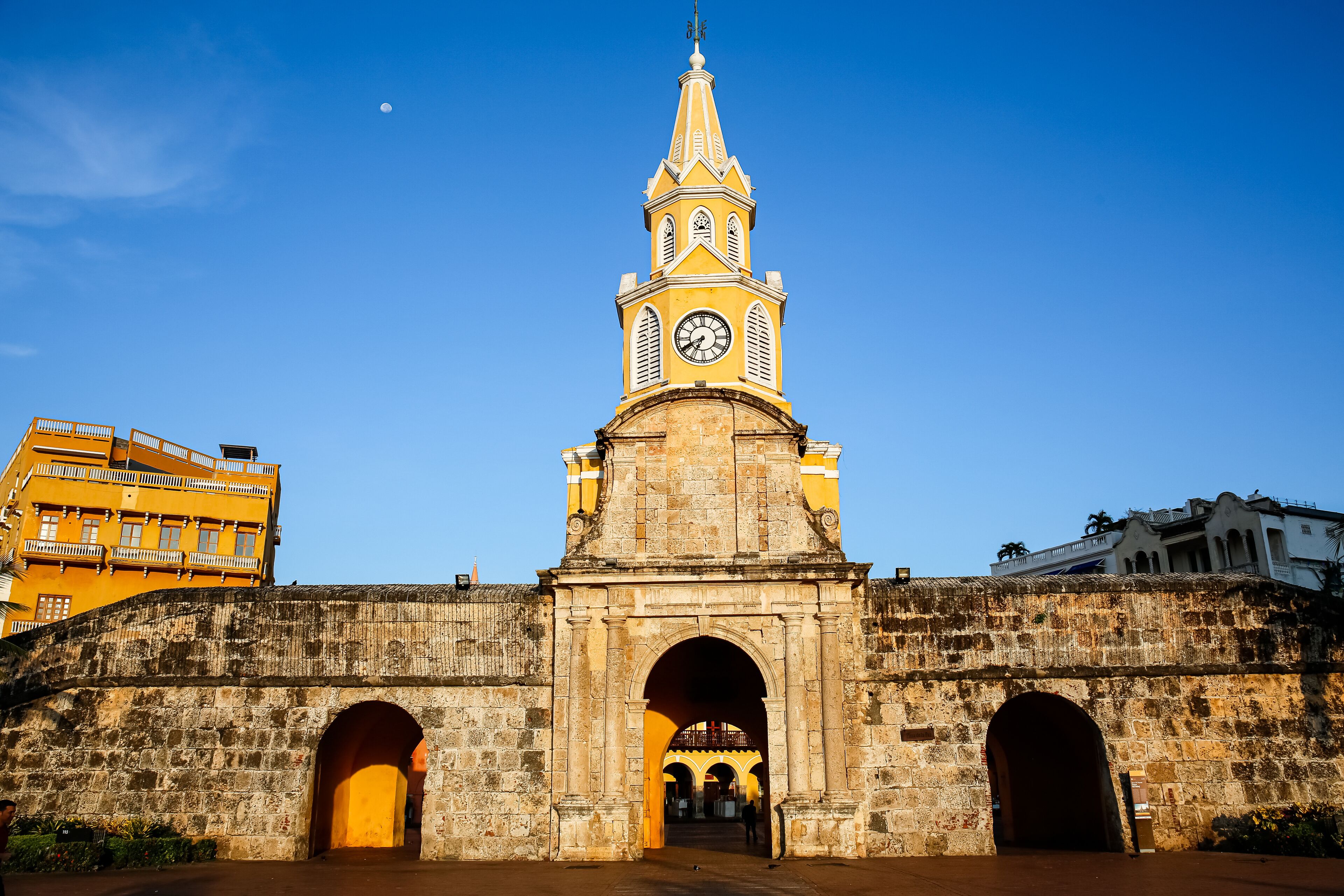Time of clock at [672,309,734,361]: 6:40
